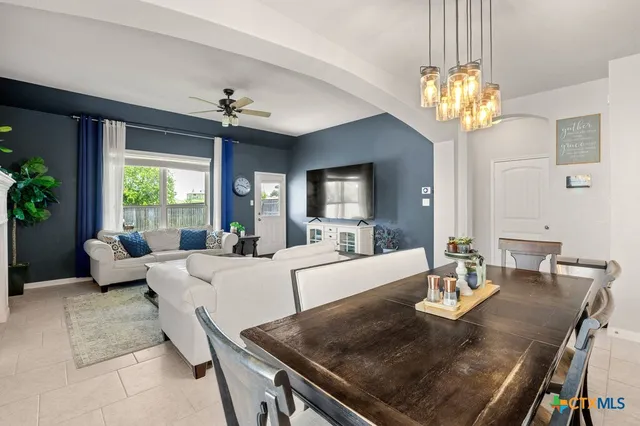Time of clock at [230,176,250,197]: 3:46
